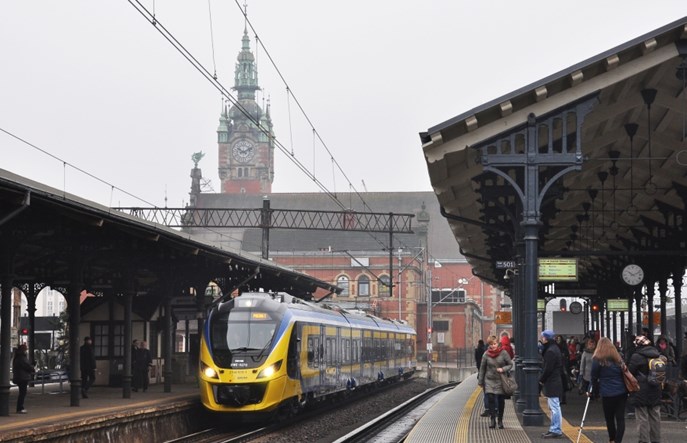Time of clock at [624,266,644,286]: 10:11
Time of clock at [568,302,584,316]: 9:12
